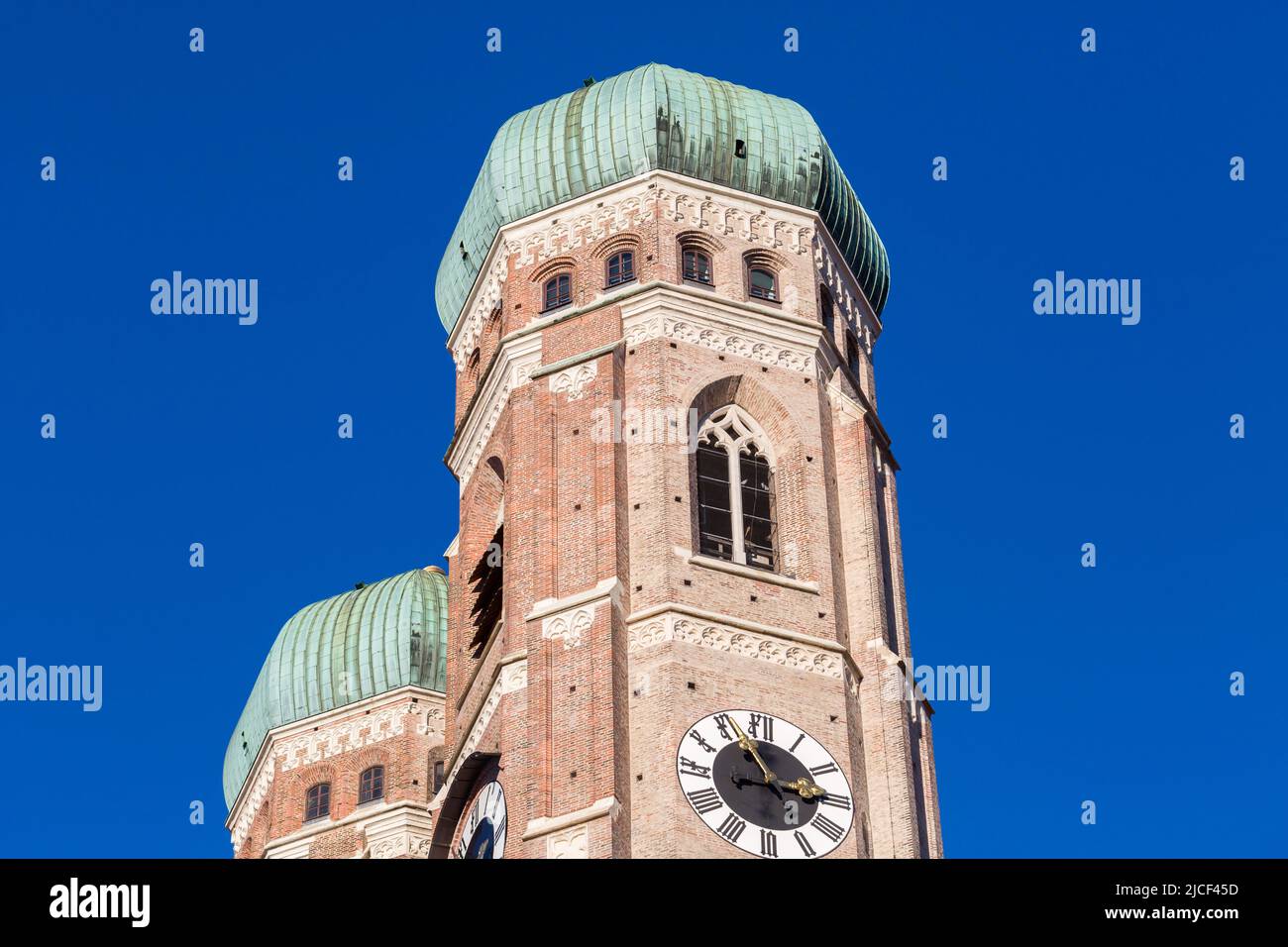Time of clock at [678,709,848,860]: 11:14
